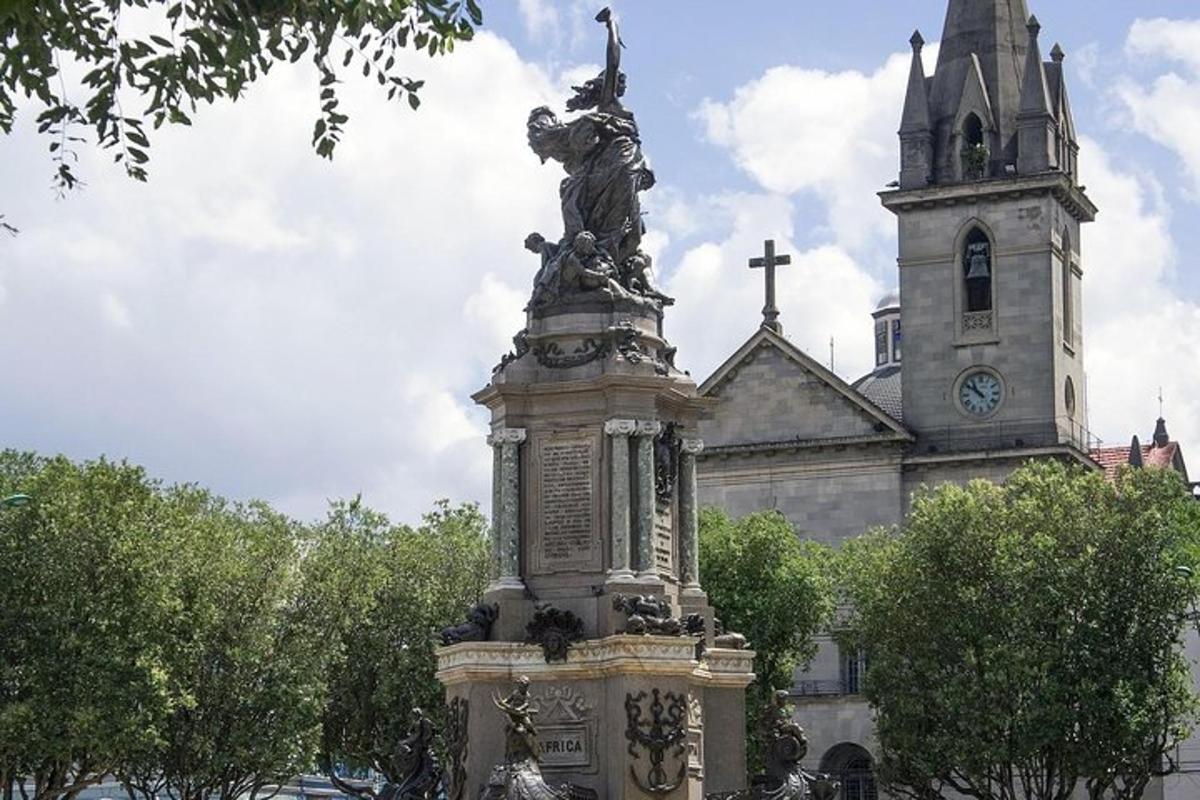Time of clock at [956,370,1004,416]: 10:51
